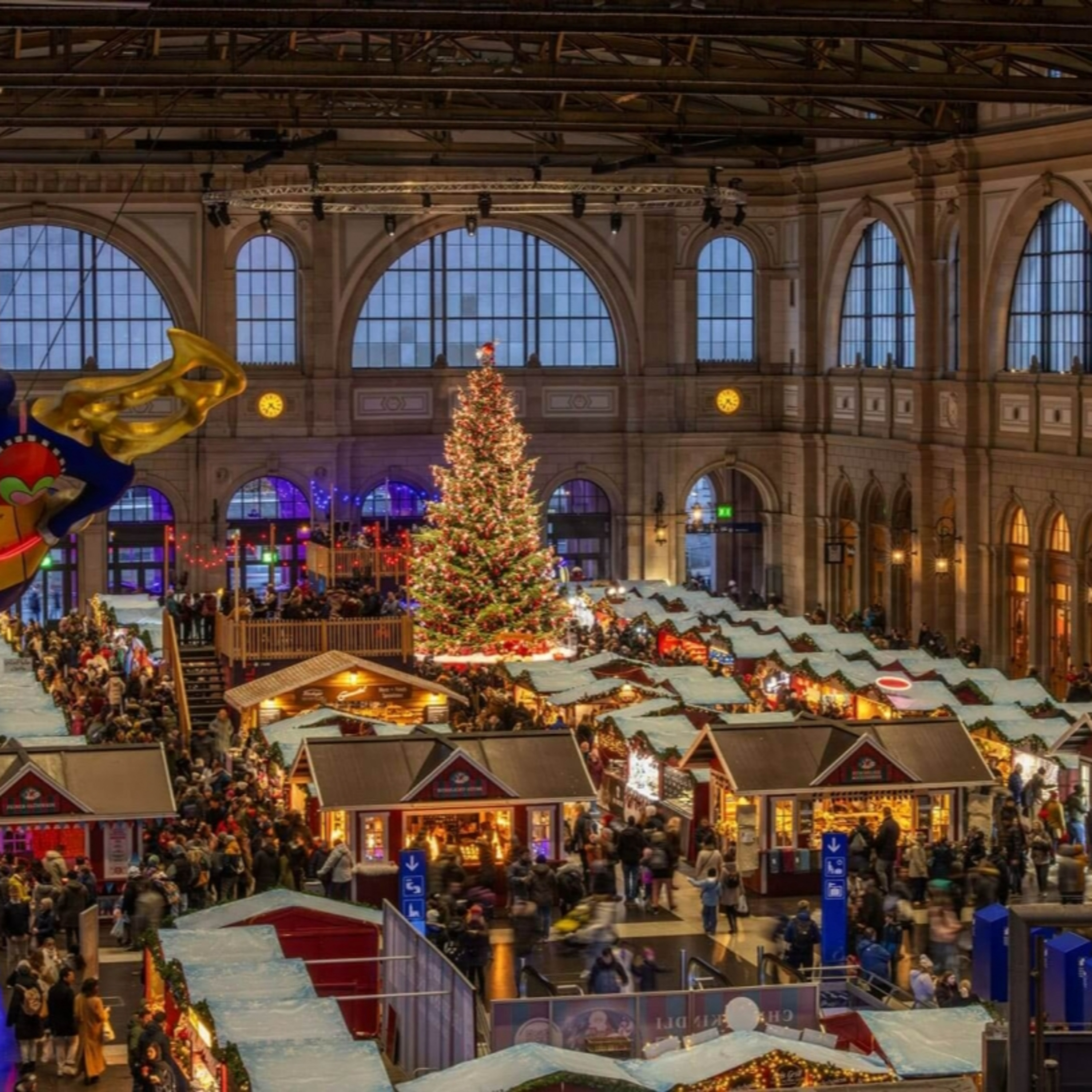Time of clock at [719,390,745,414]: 4:36
